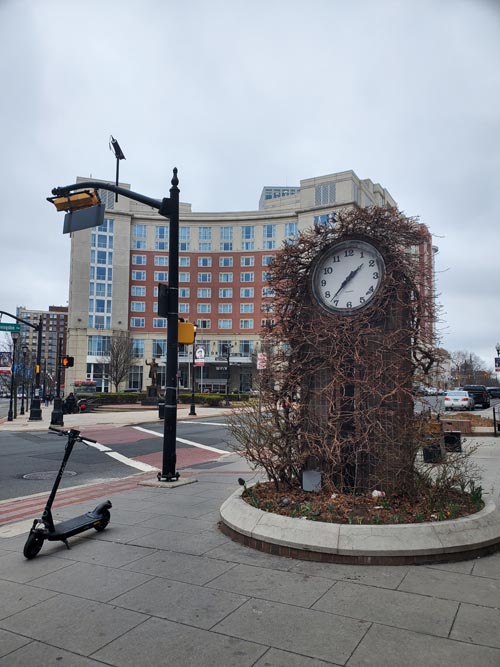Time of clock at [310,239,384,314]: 1:36
